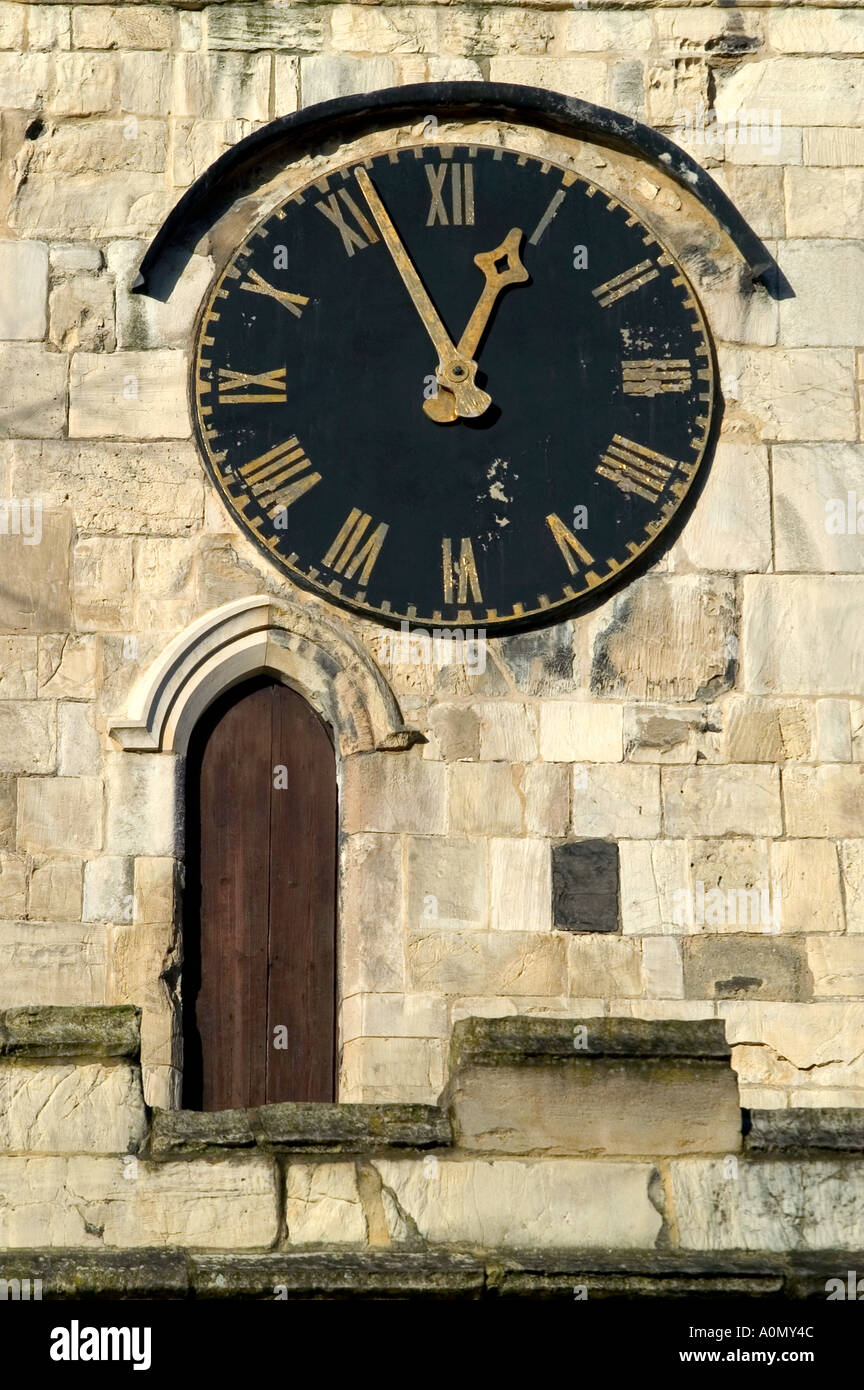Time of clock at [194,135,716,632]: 12:56
